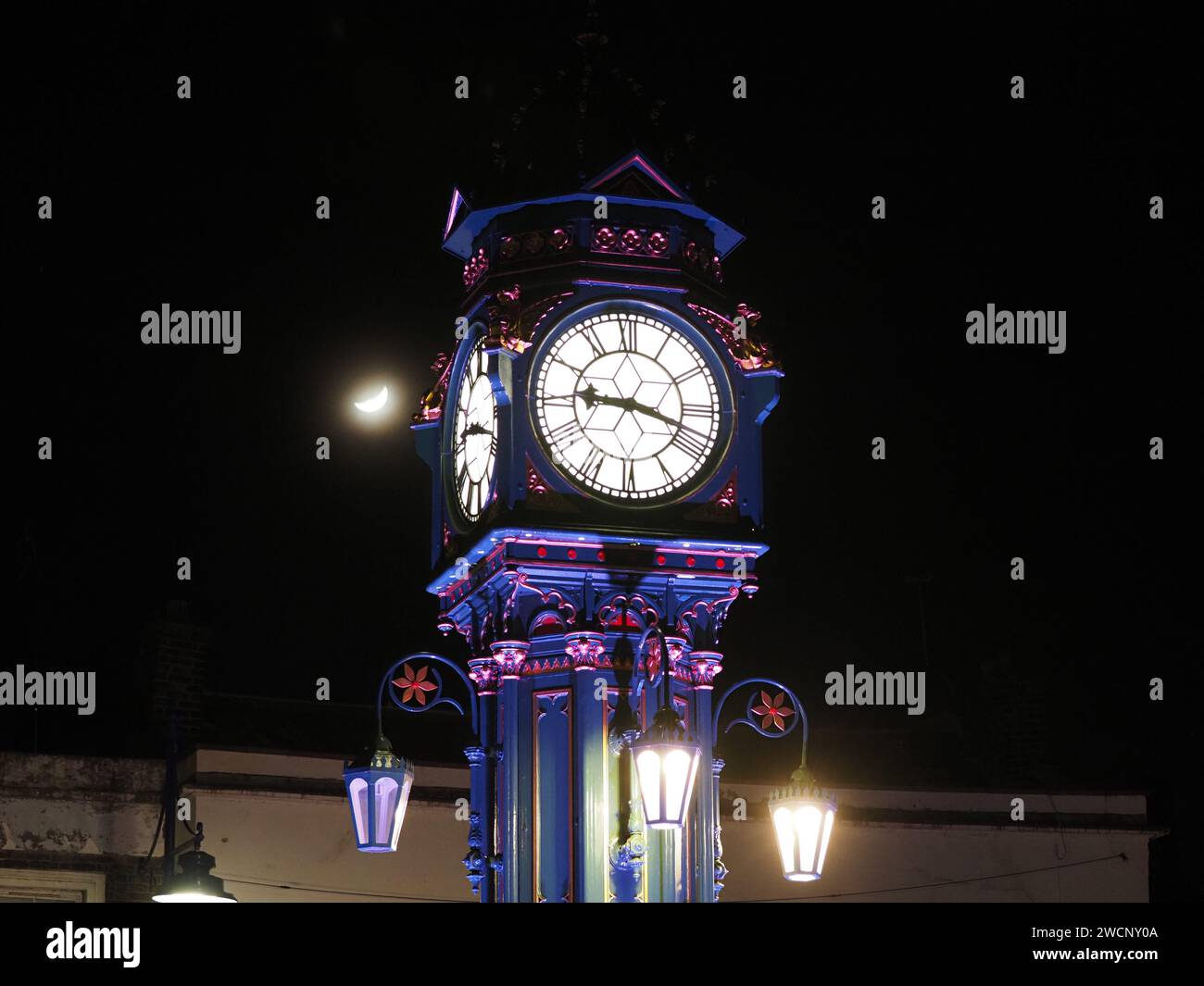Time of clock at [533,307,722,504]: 9:17
